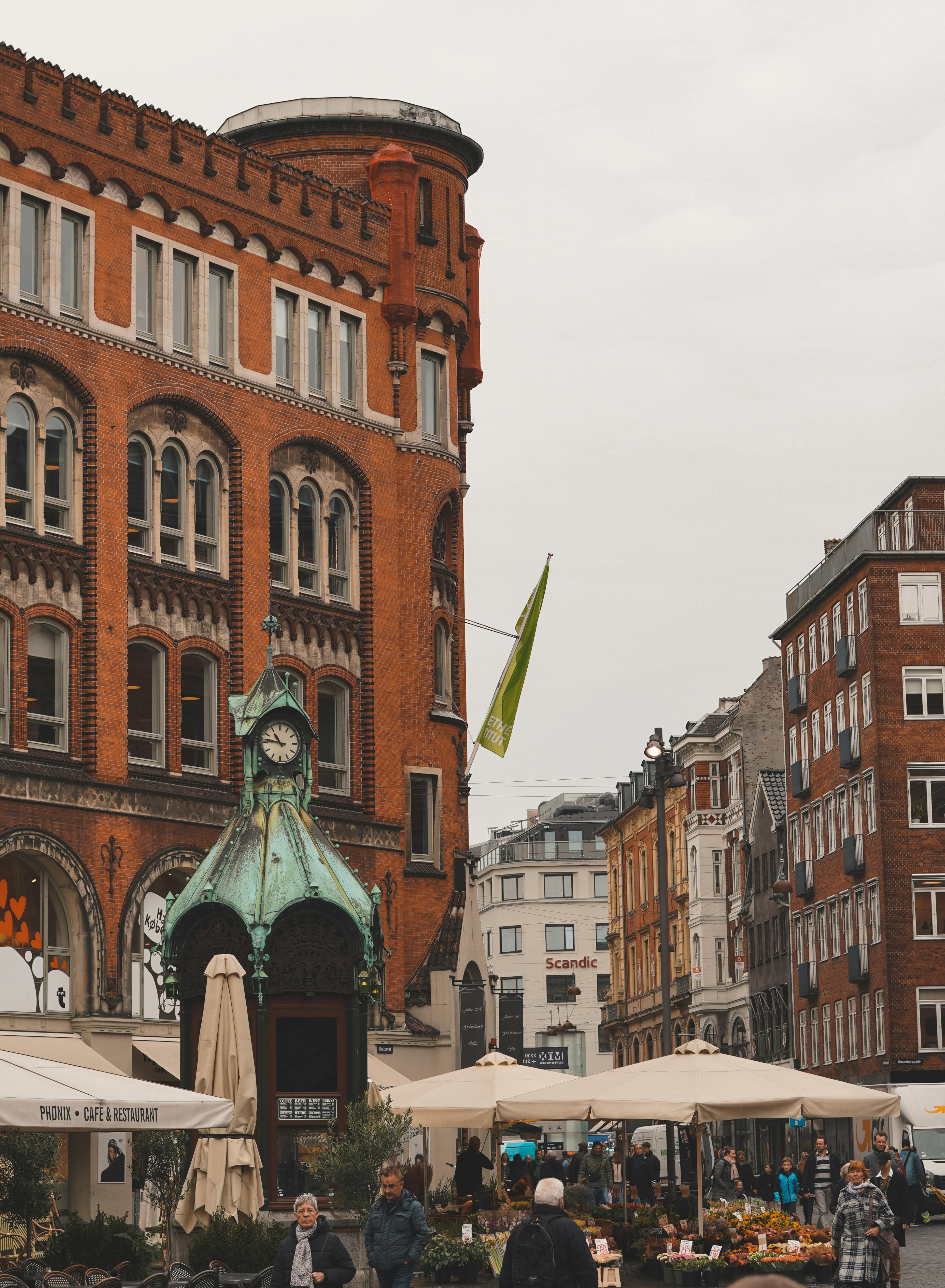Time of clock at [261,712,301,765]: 10:46
